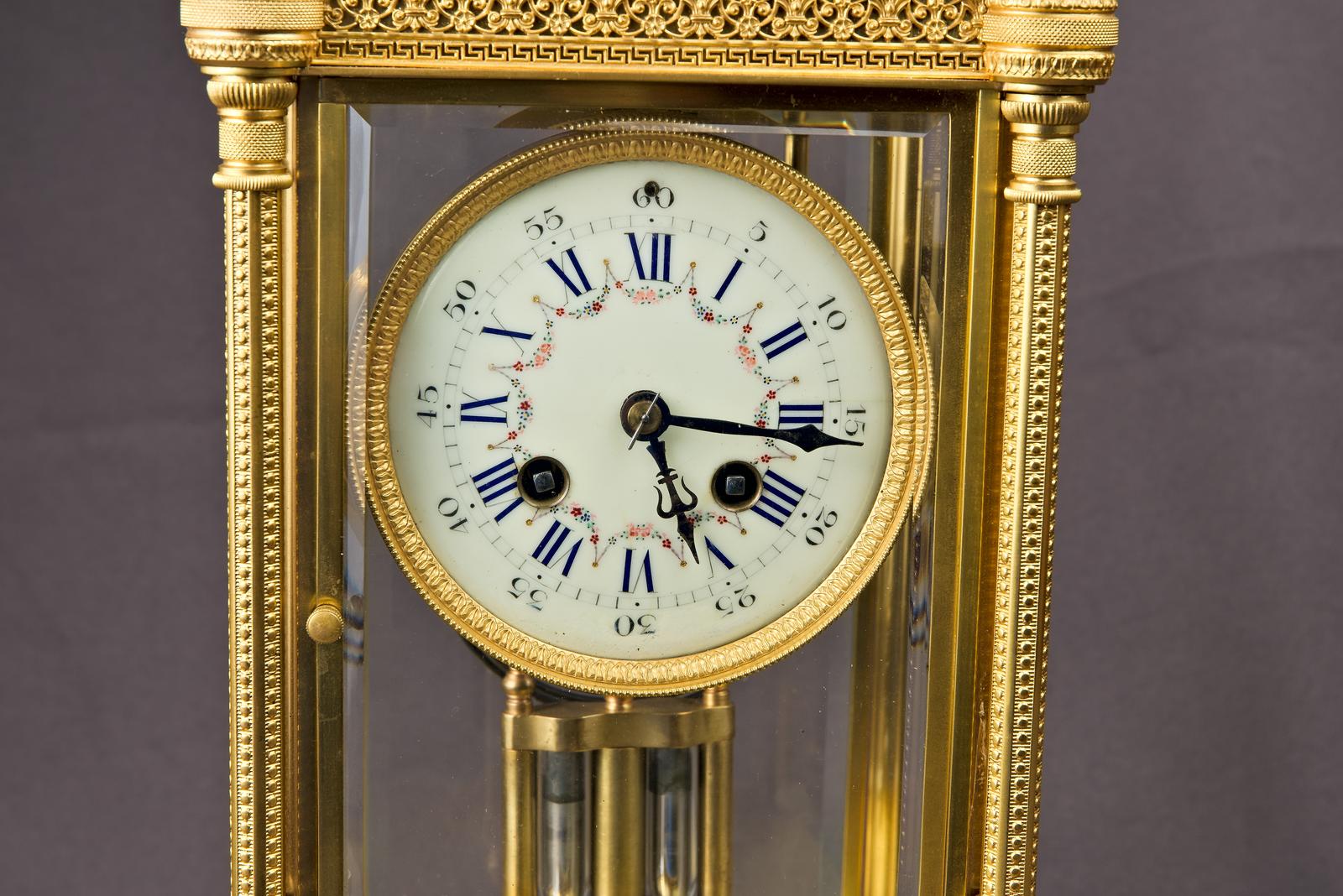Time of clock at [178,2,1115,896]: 5:15
